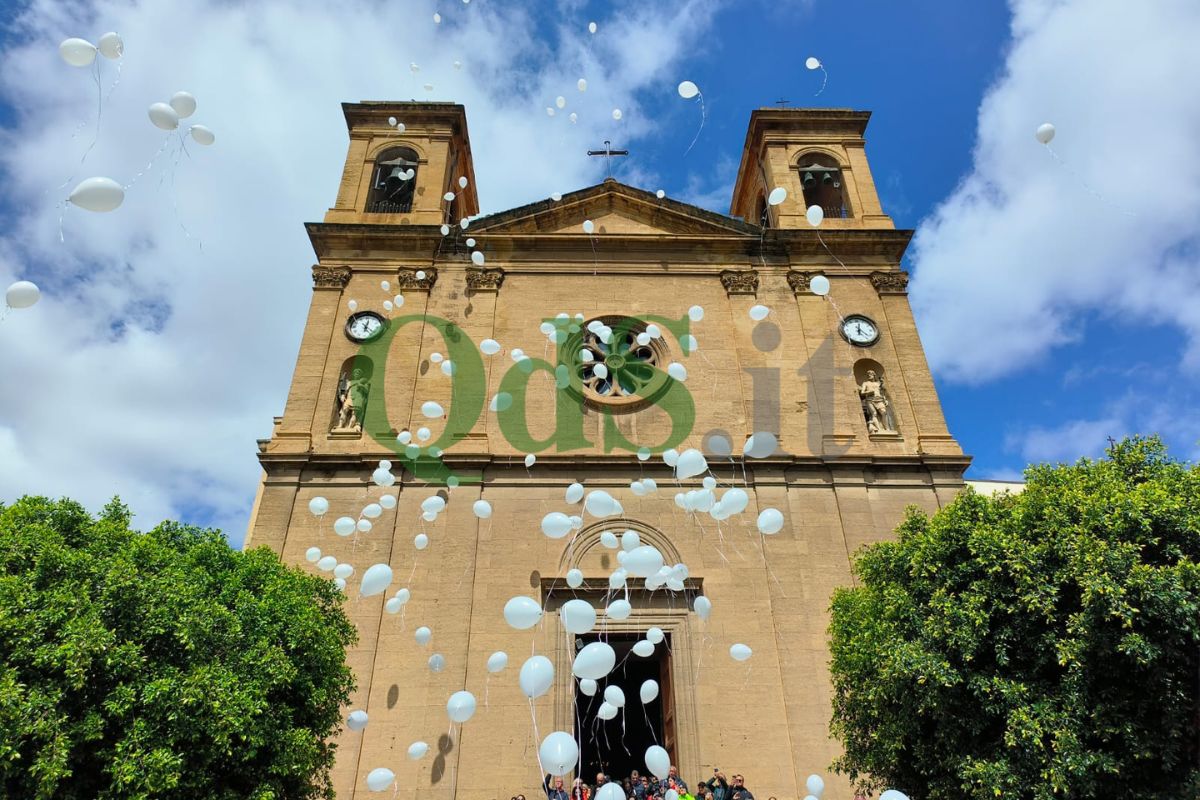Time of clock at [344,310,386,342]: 12:23
